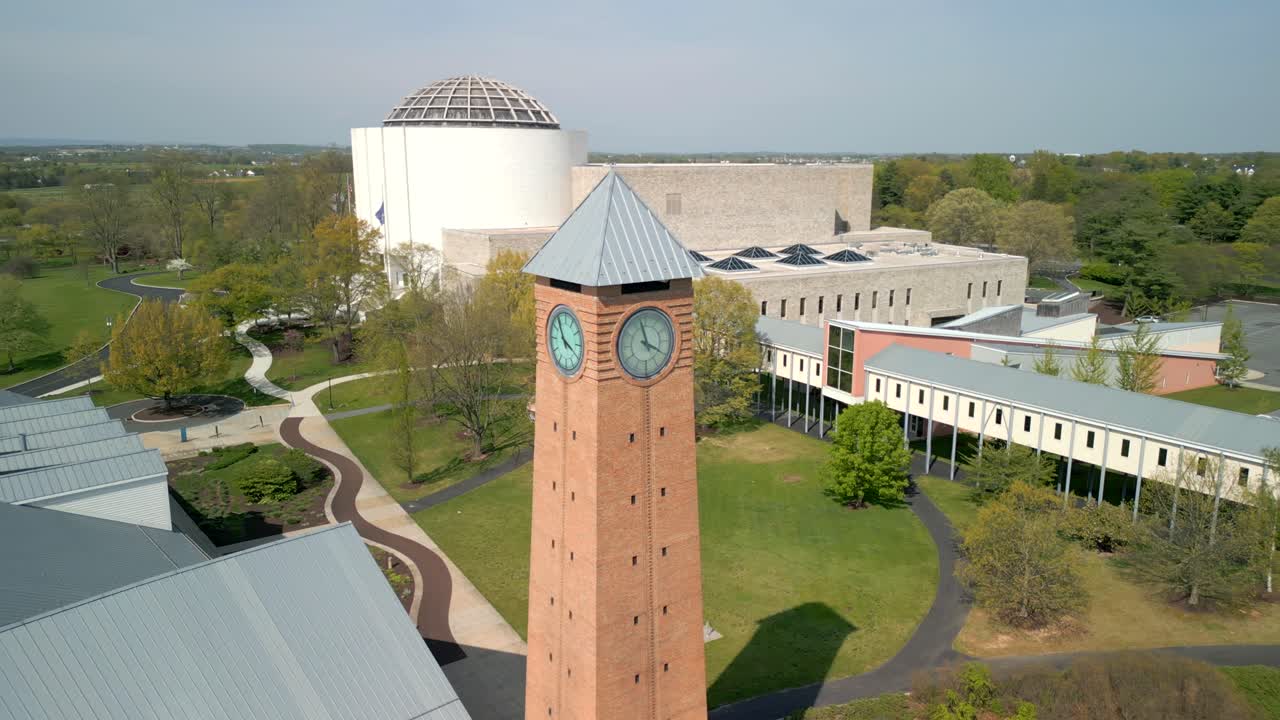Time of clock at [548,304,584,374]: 3:54
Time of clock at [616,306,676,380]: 3:57
